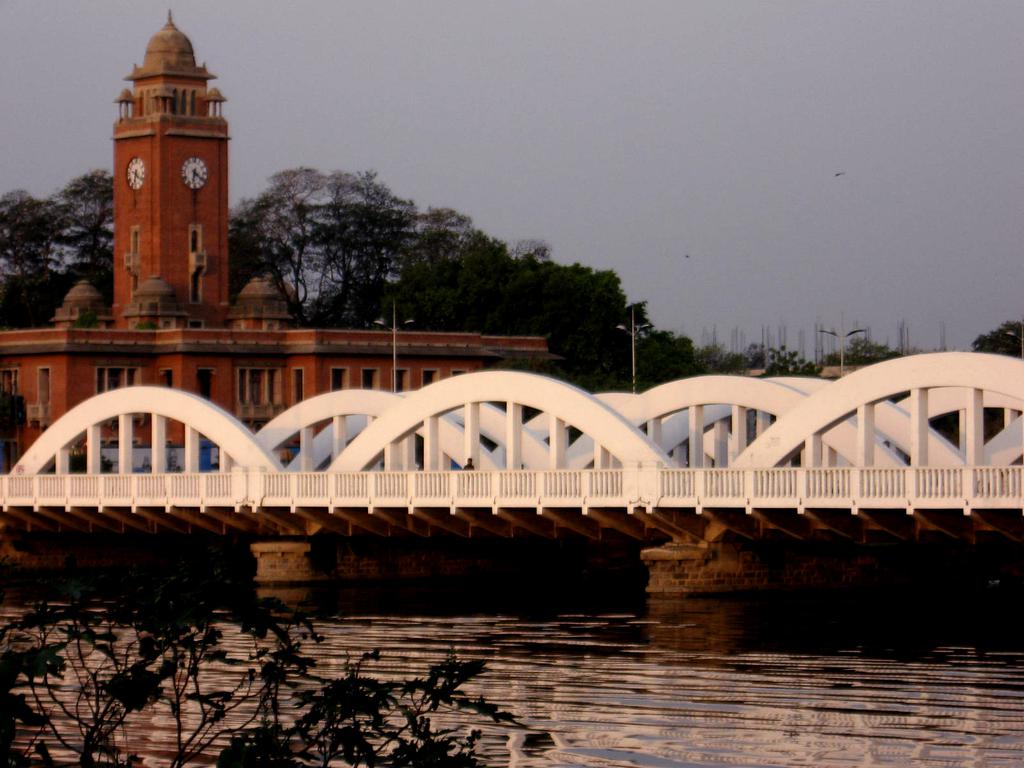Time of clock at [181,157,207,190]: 6:21
